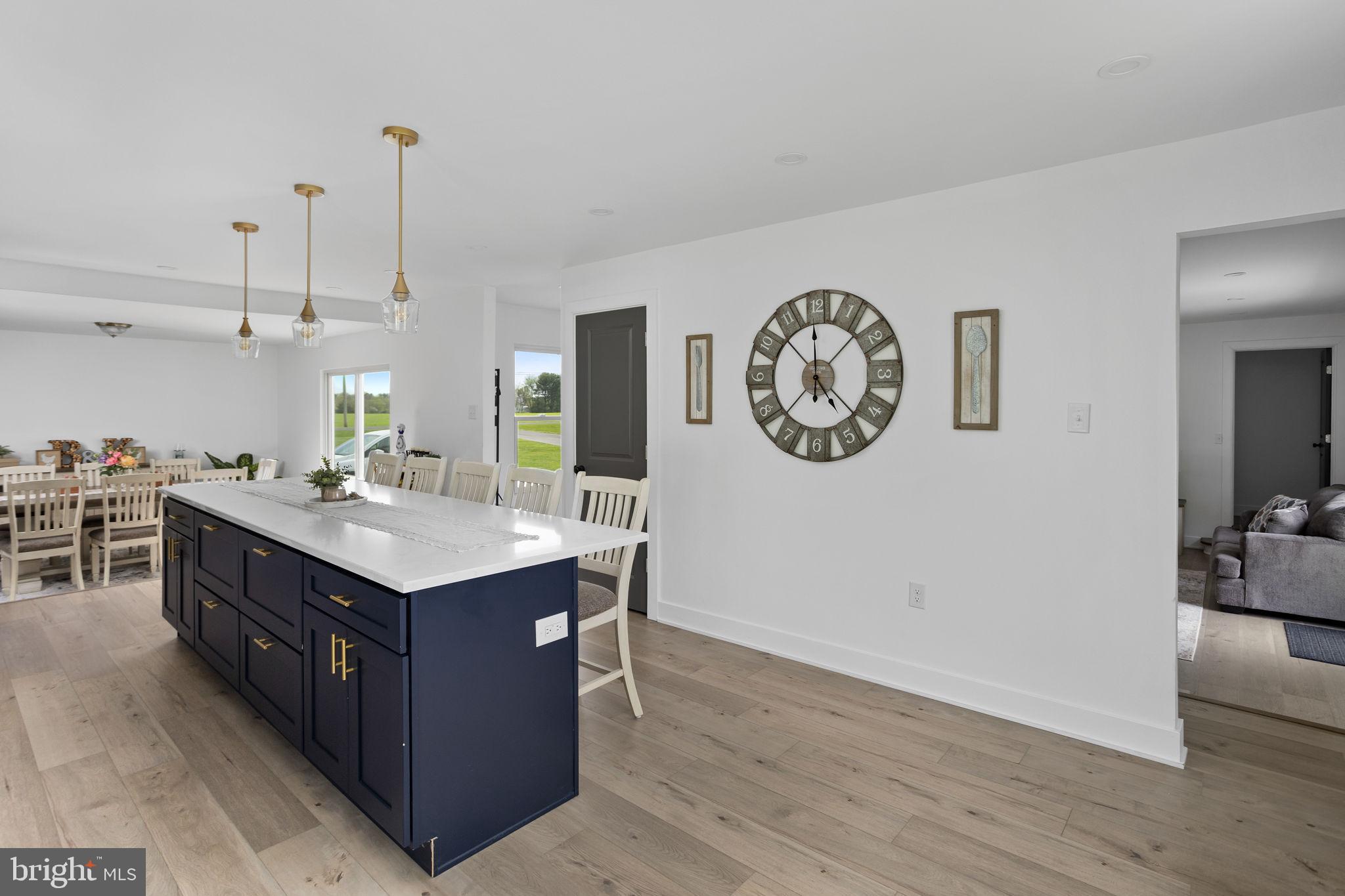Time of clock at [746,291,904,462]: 4:59
